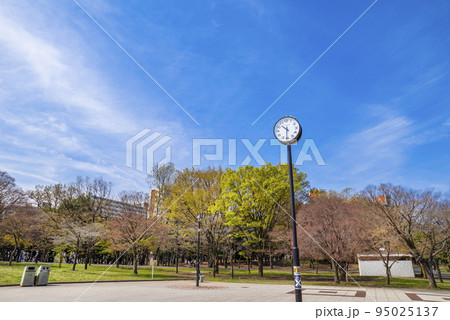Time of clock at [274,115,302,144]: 10:31
